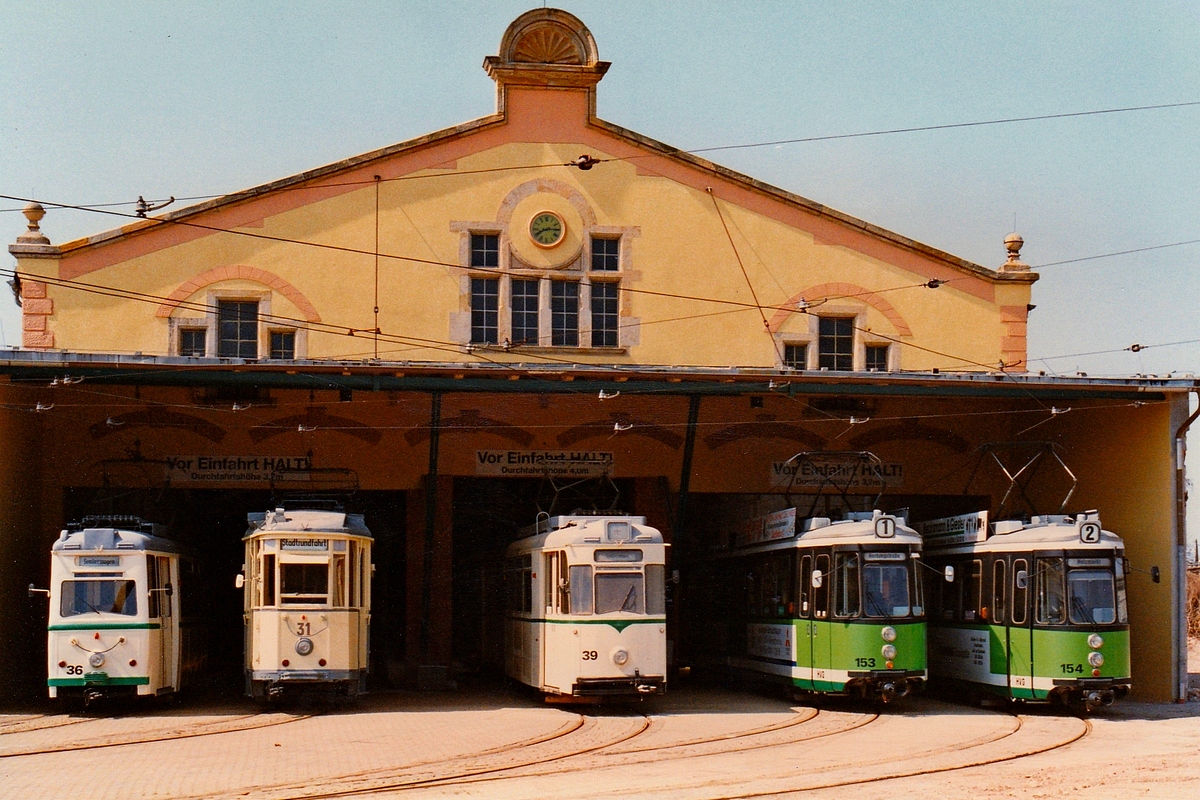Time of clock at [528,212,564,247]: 8:14
